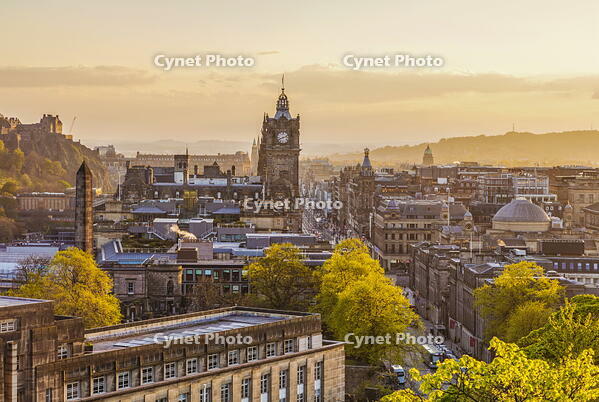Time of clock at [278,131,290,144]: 8:12
